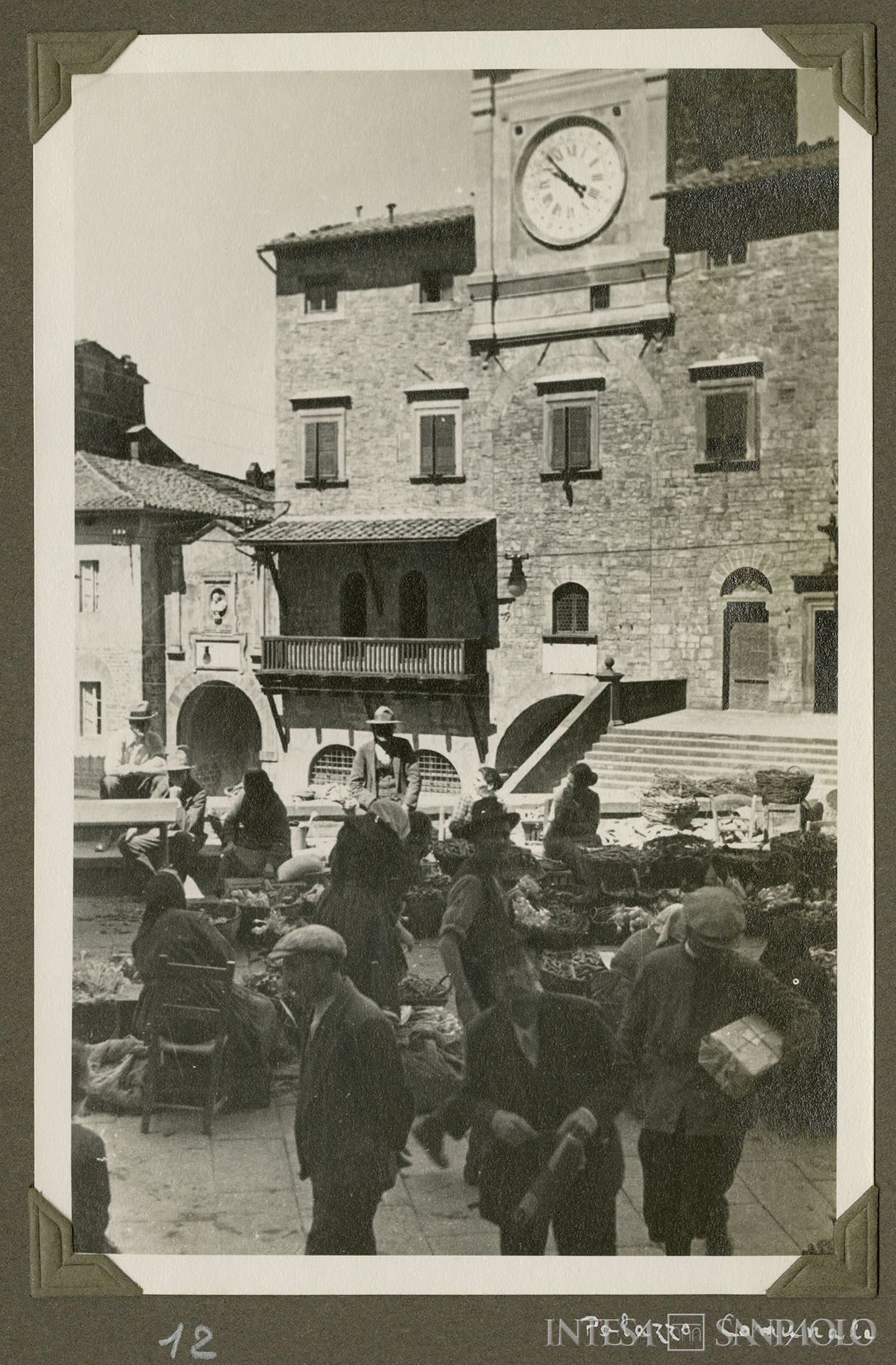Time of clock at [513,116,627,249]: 9:52
